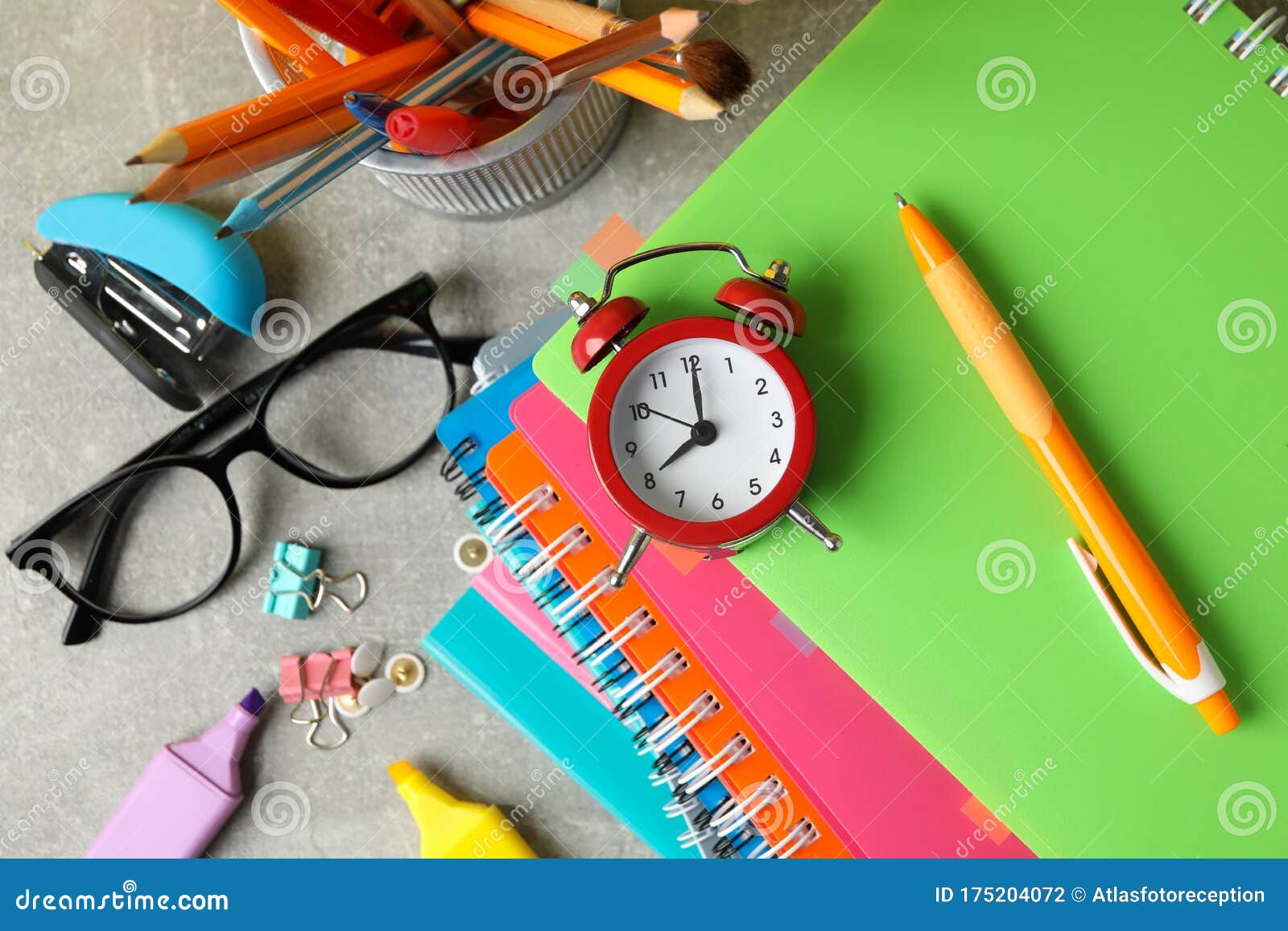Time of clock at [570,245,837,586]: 8:00
